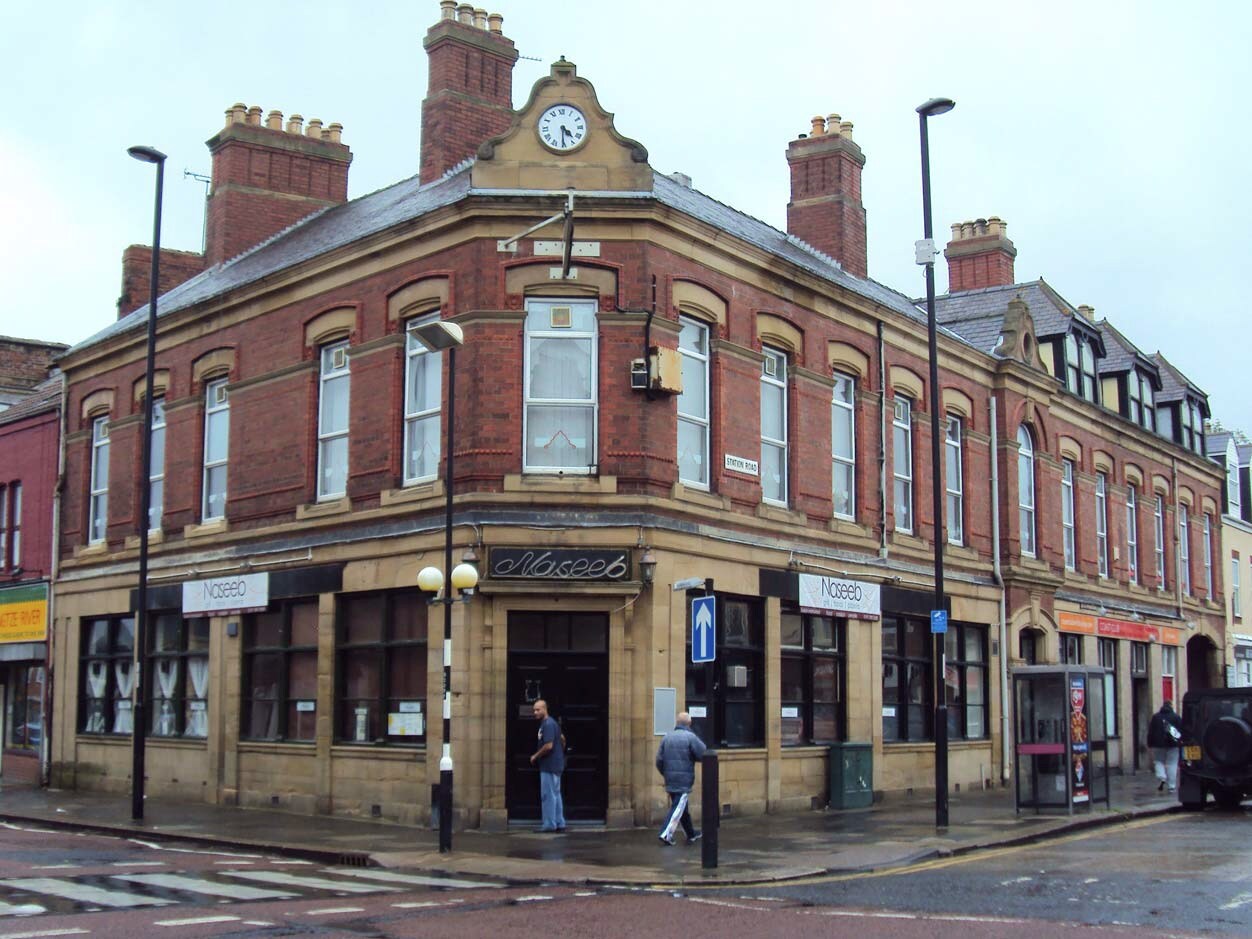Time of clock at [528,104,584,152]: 4:30
